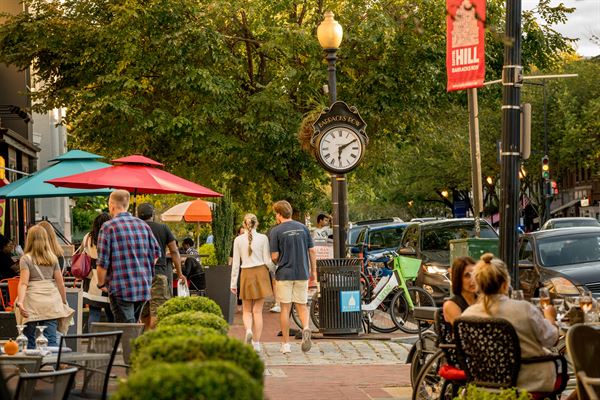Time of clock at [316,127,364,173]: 6:10
